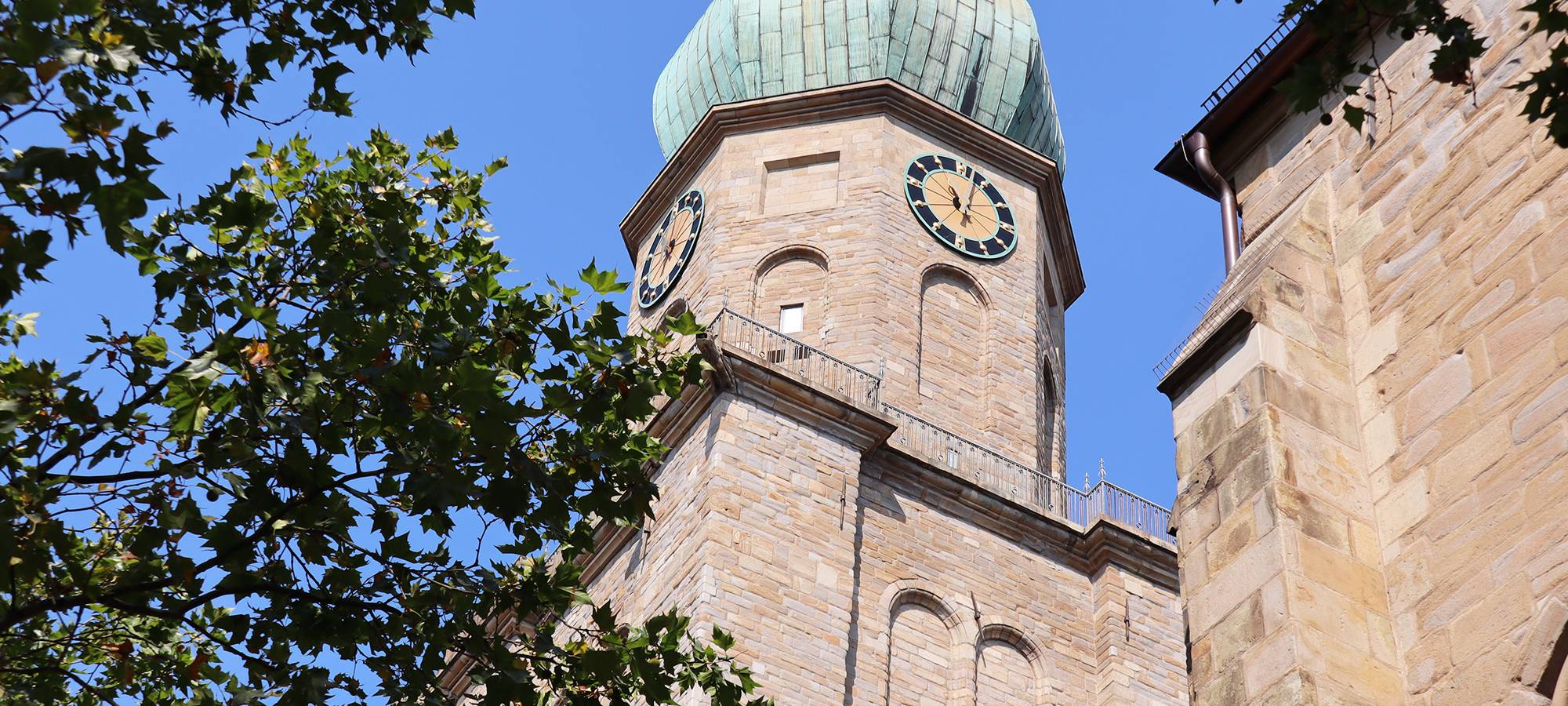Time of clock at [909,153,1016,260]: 11:02
